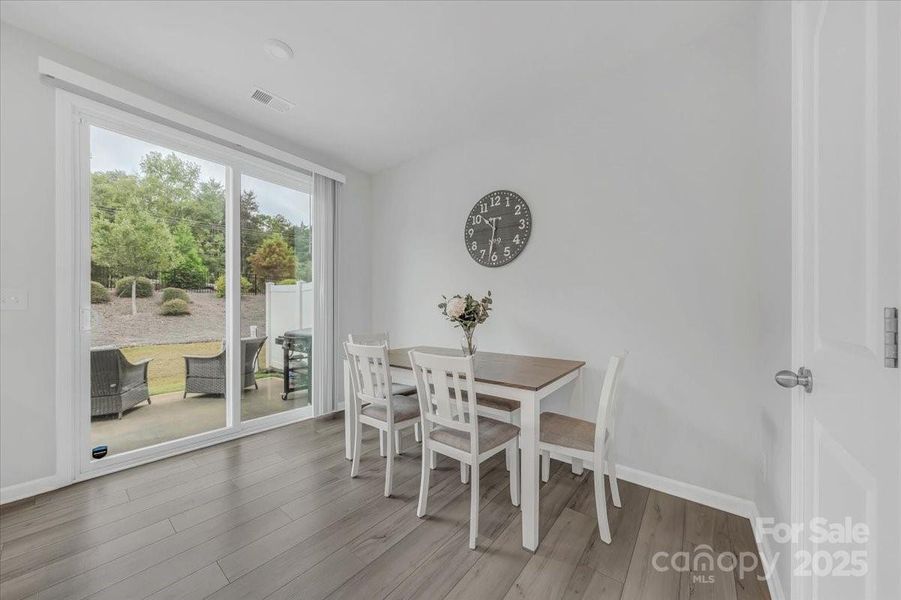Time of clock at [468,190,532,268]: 10:31
